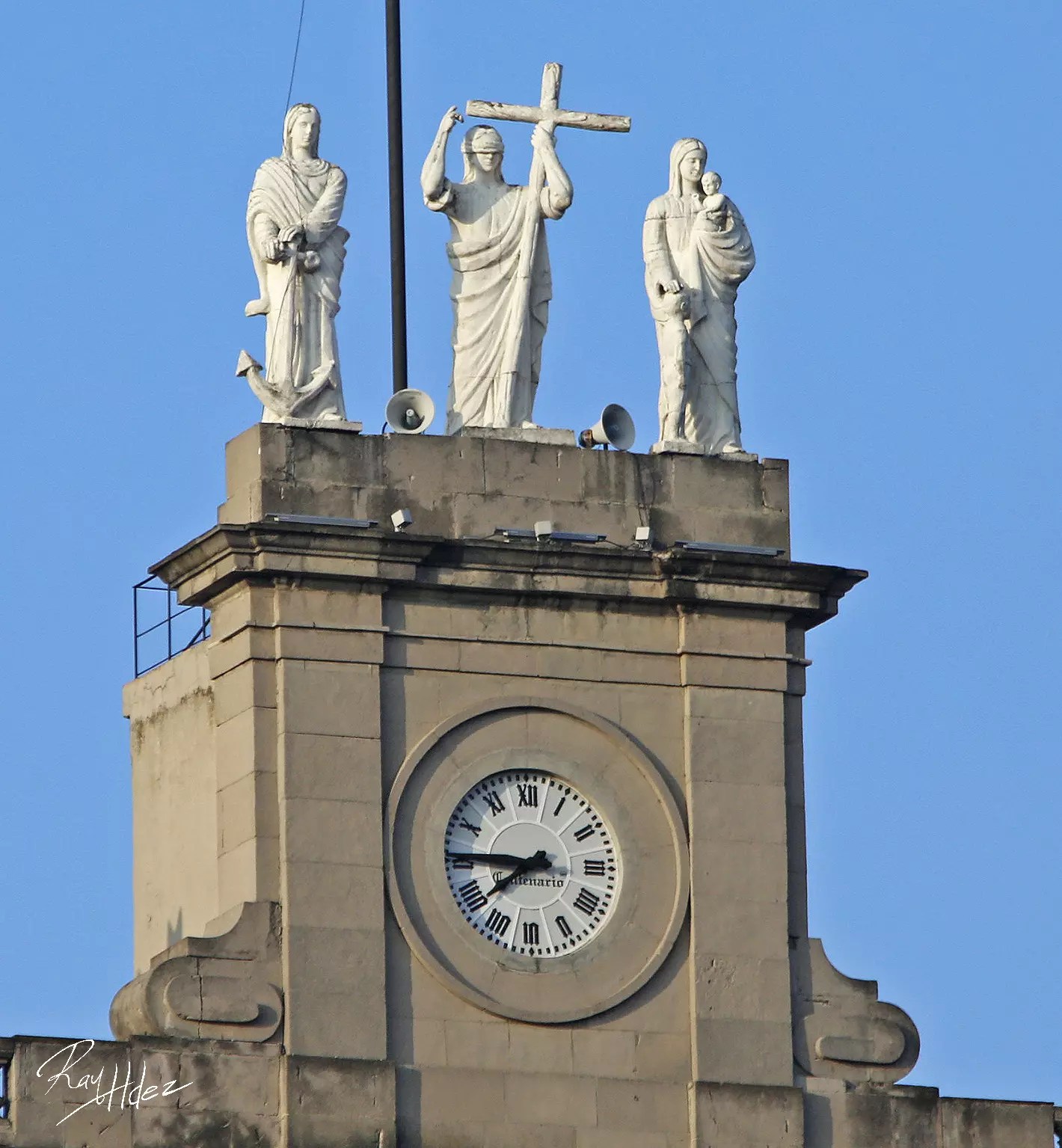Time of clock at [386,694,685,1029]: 7:45
